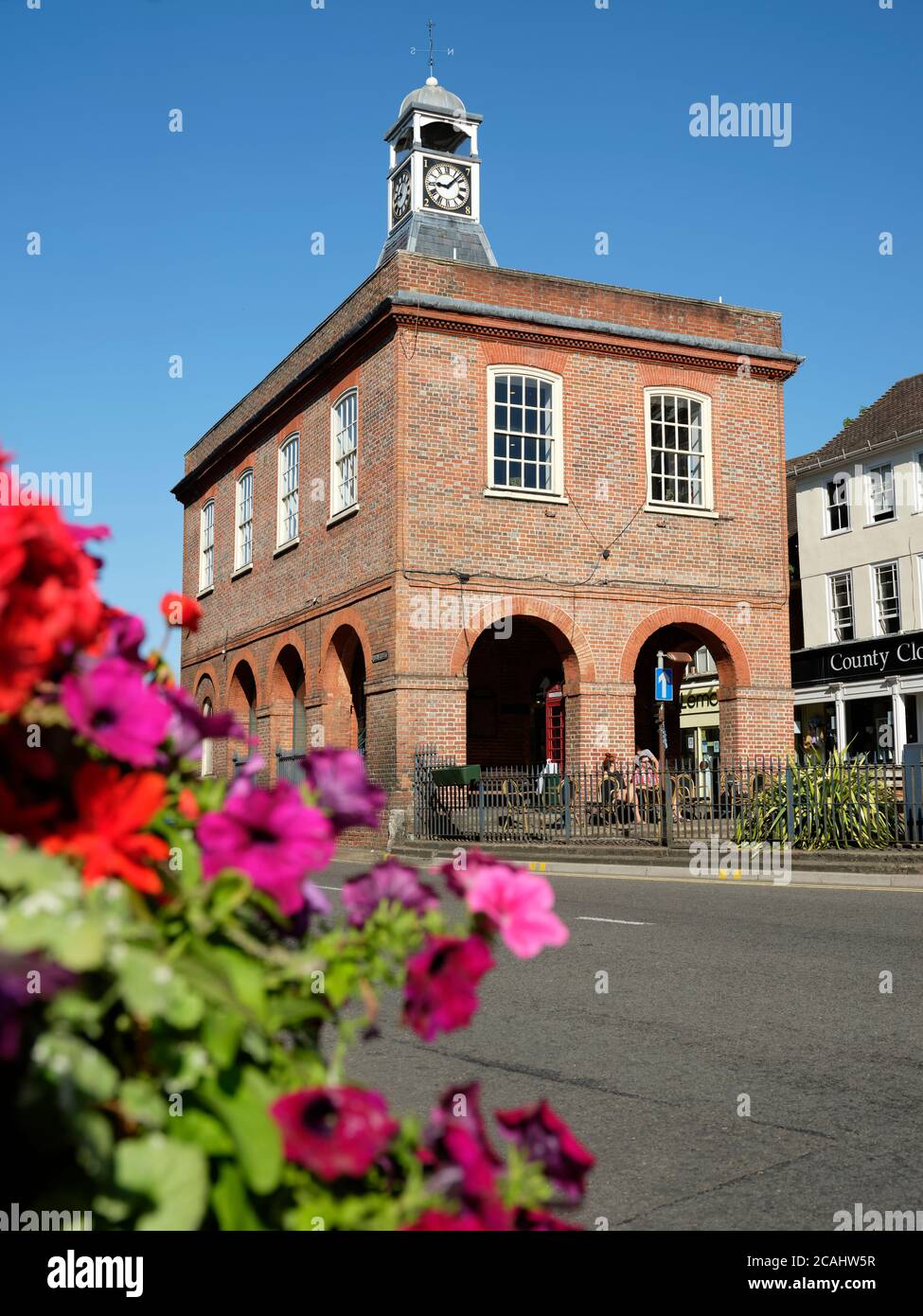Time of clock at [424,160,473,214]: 9:07
